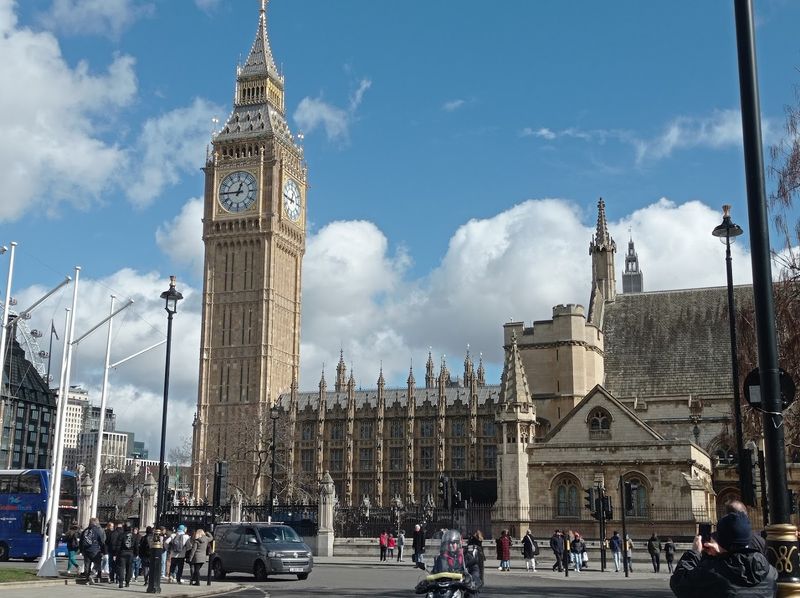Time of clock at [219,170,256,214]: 12:45
